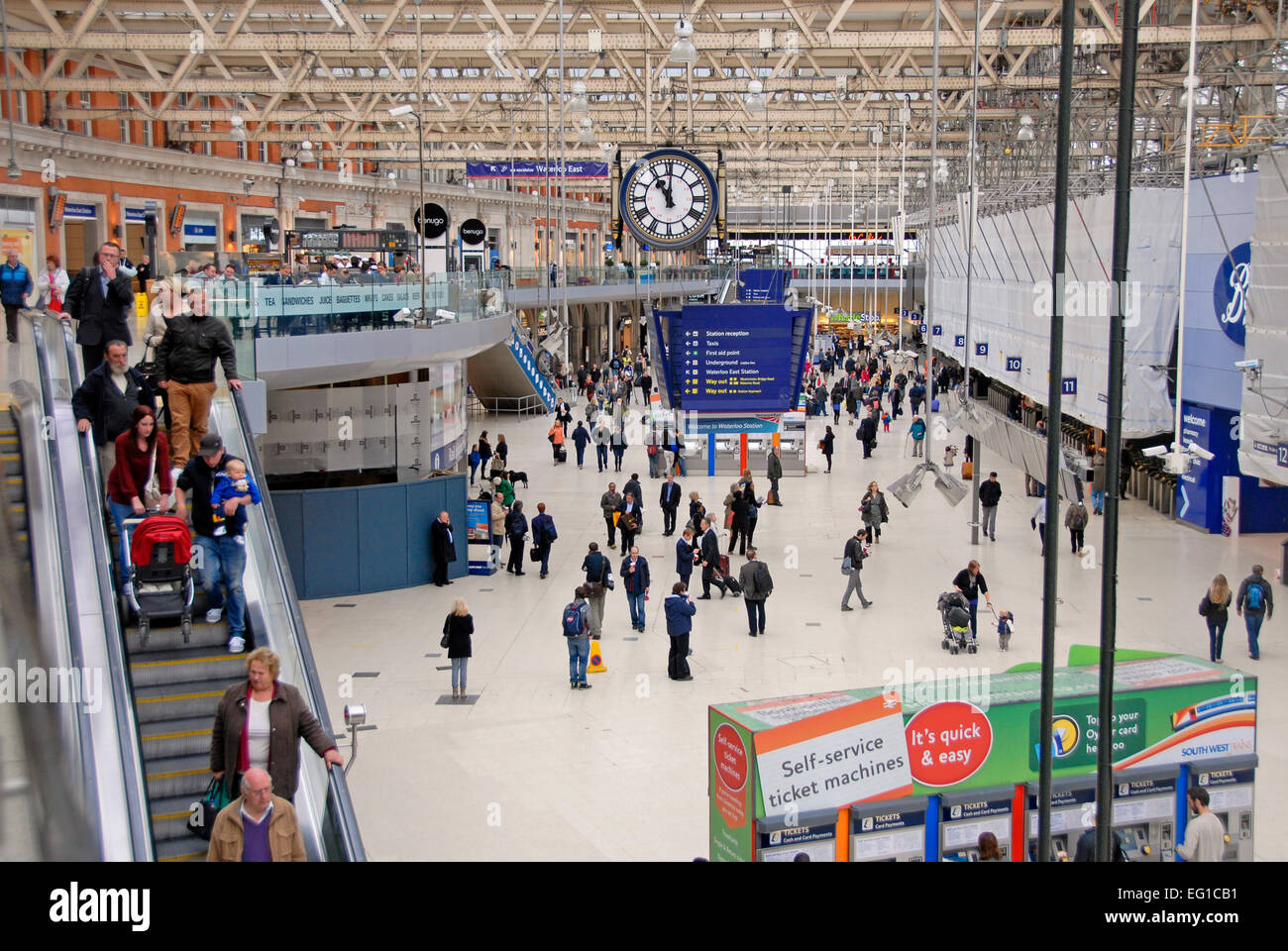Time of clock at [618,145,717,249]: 11:00
